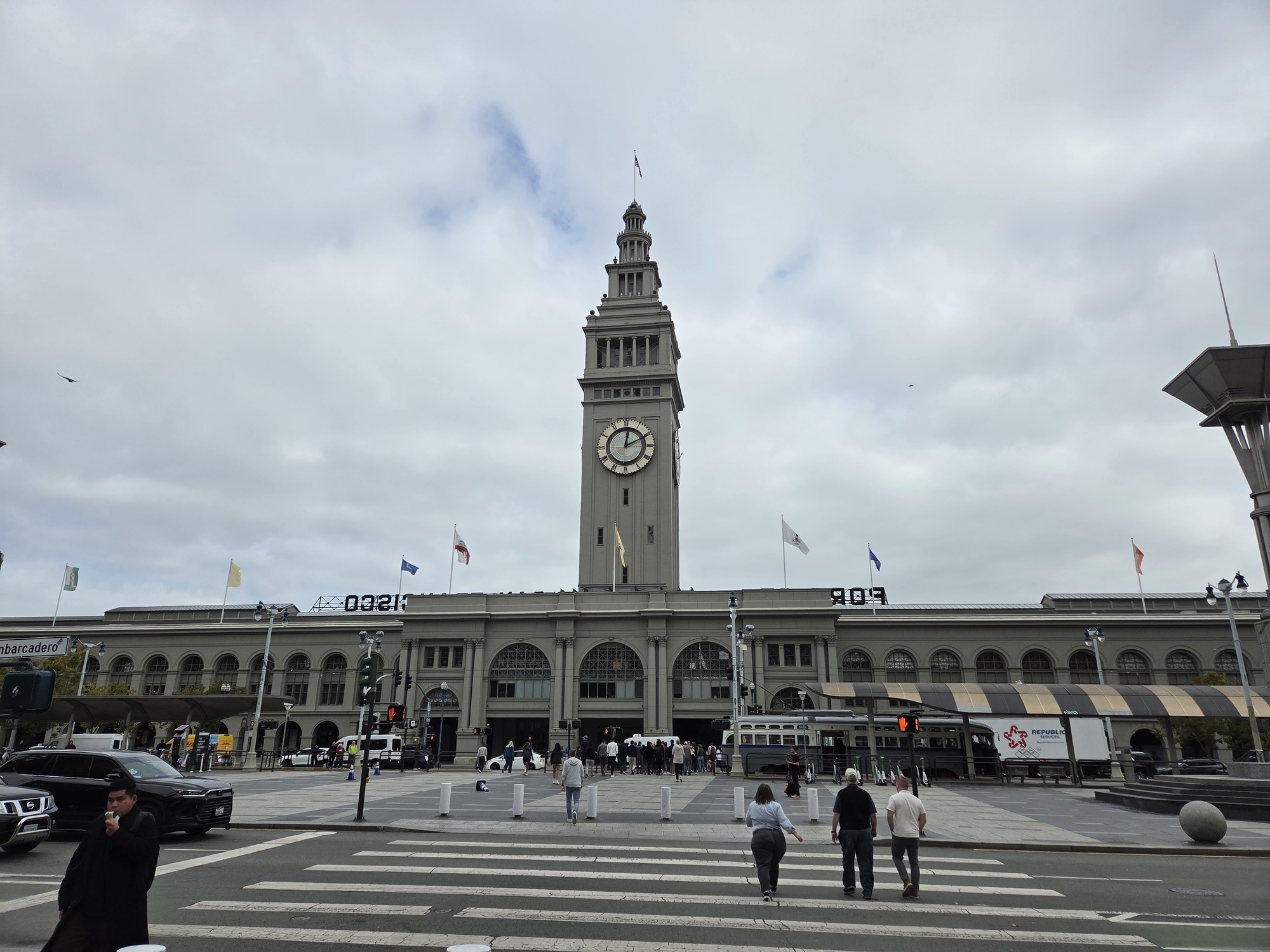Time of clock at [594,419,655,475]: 12:10
